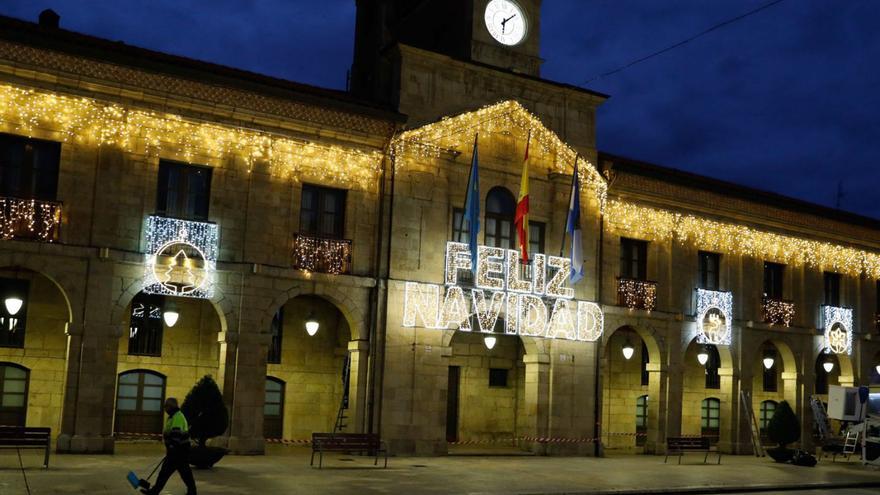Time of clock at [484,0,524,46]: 6:08
